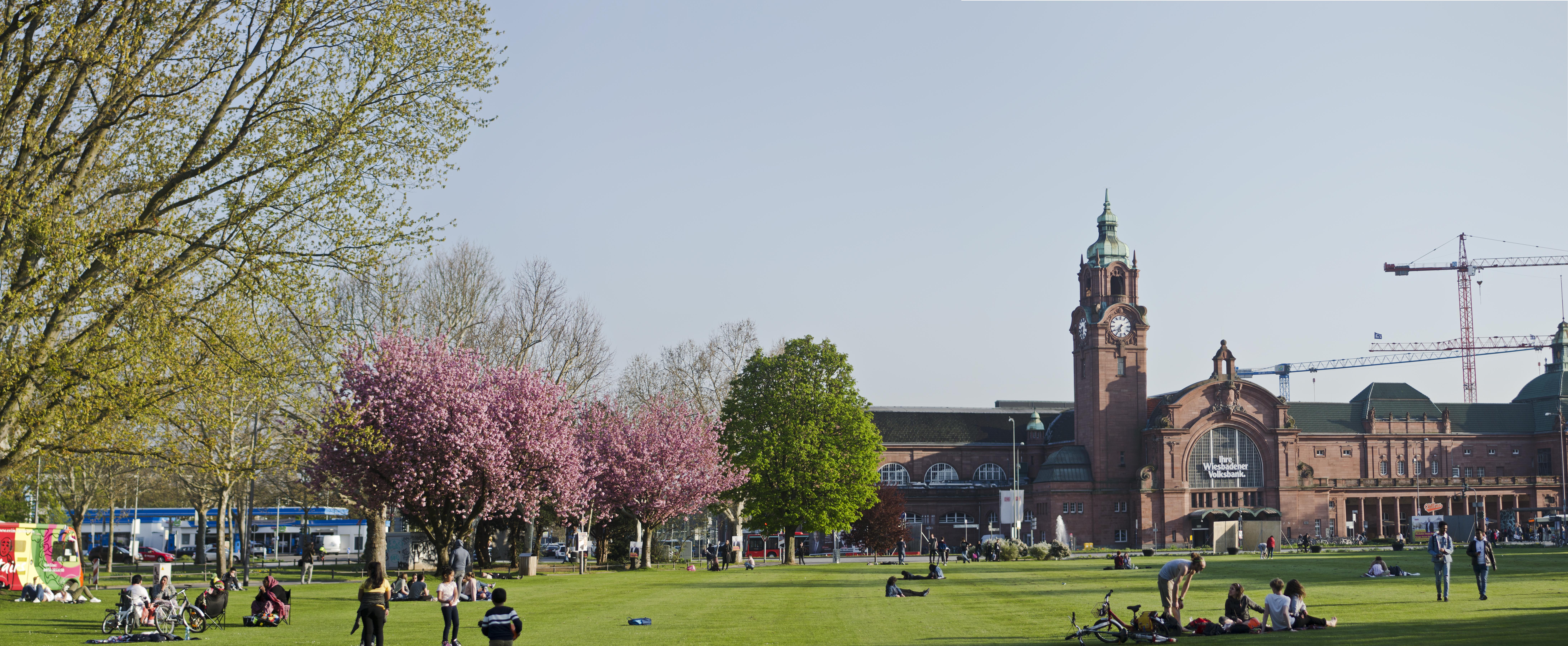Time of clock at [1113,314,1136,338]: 6:39
